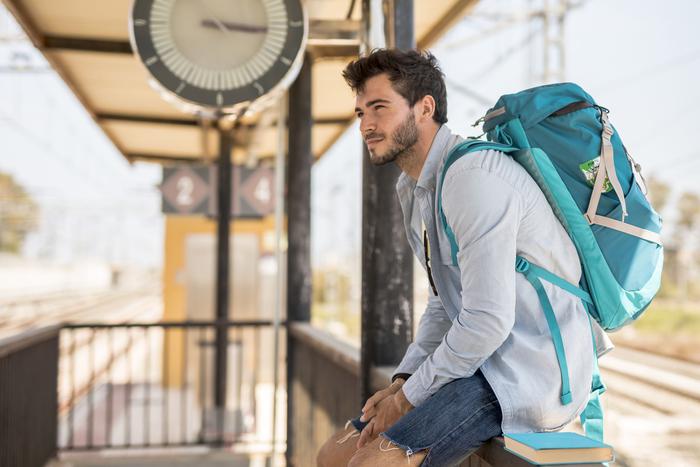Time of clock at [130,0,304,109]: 3:16
